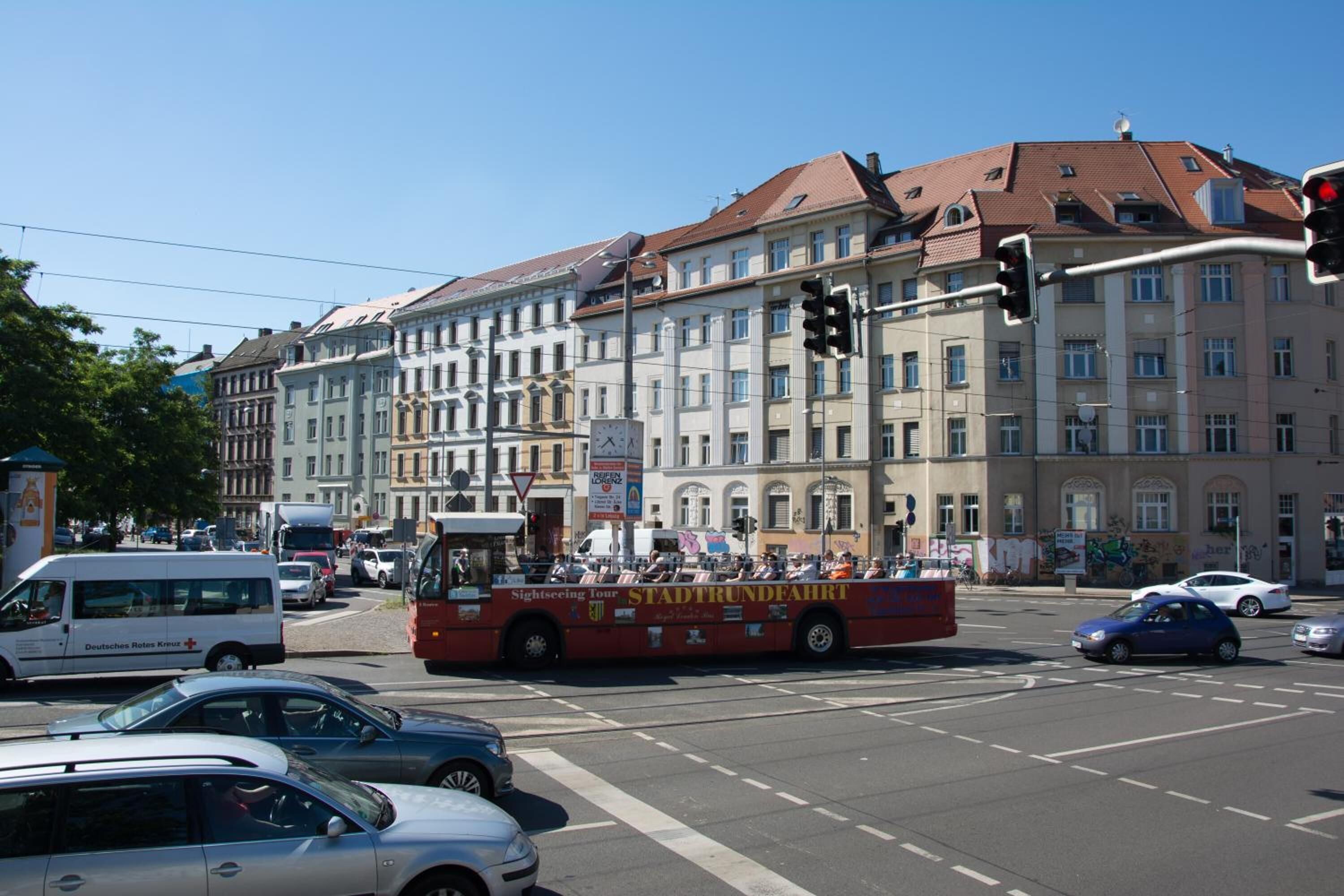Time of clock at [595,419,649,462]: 4:37
